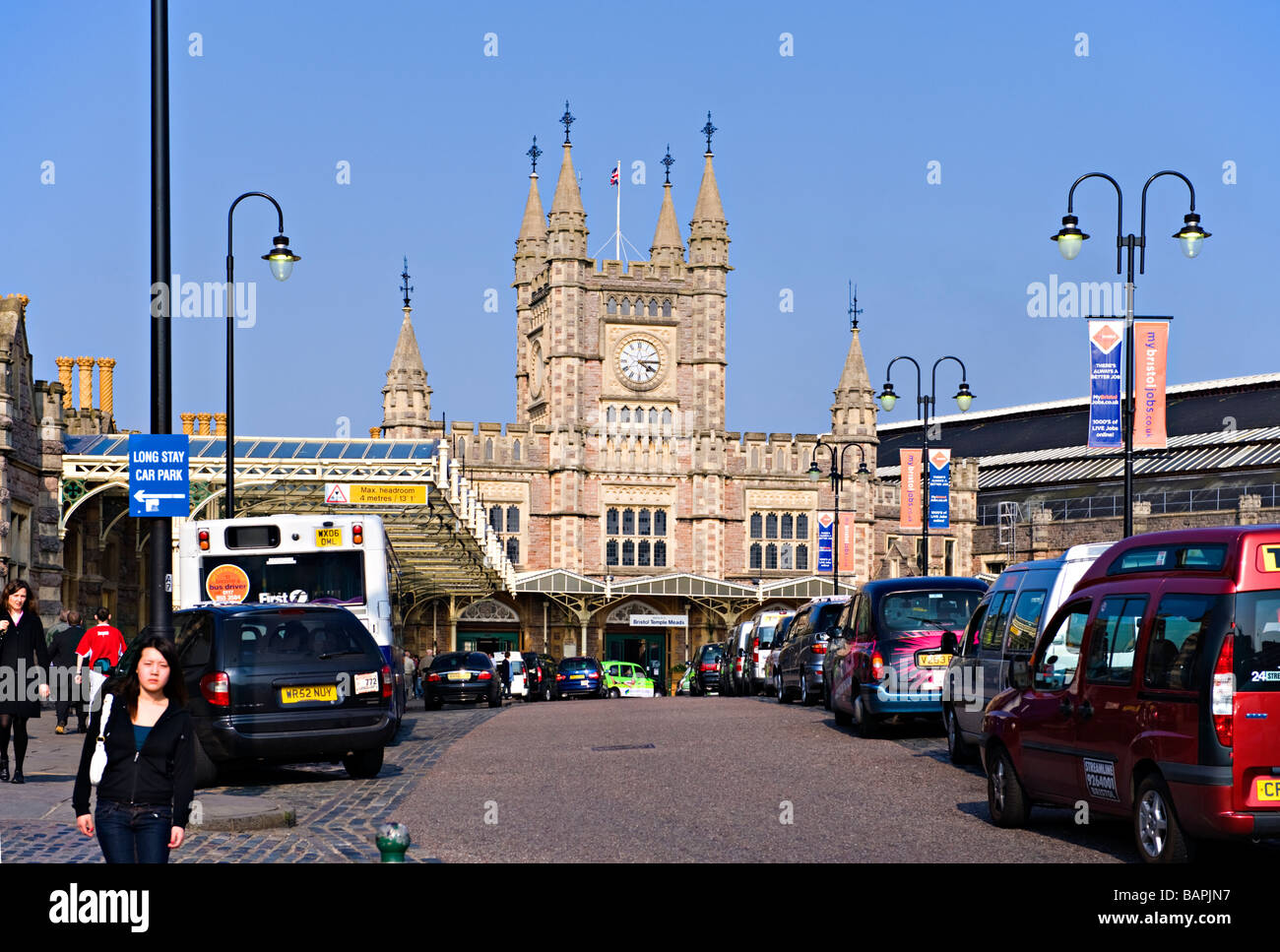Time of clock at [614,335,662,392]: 4:14
